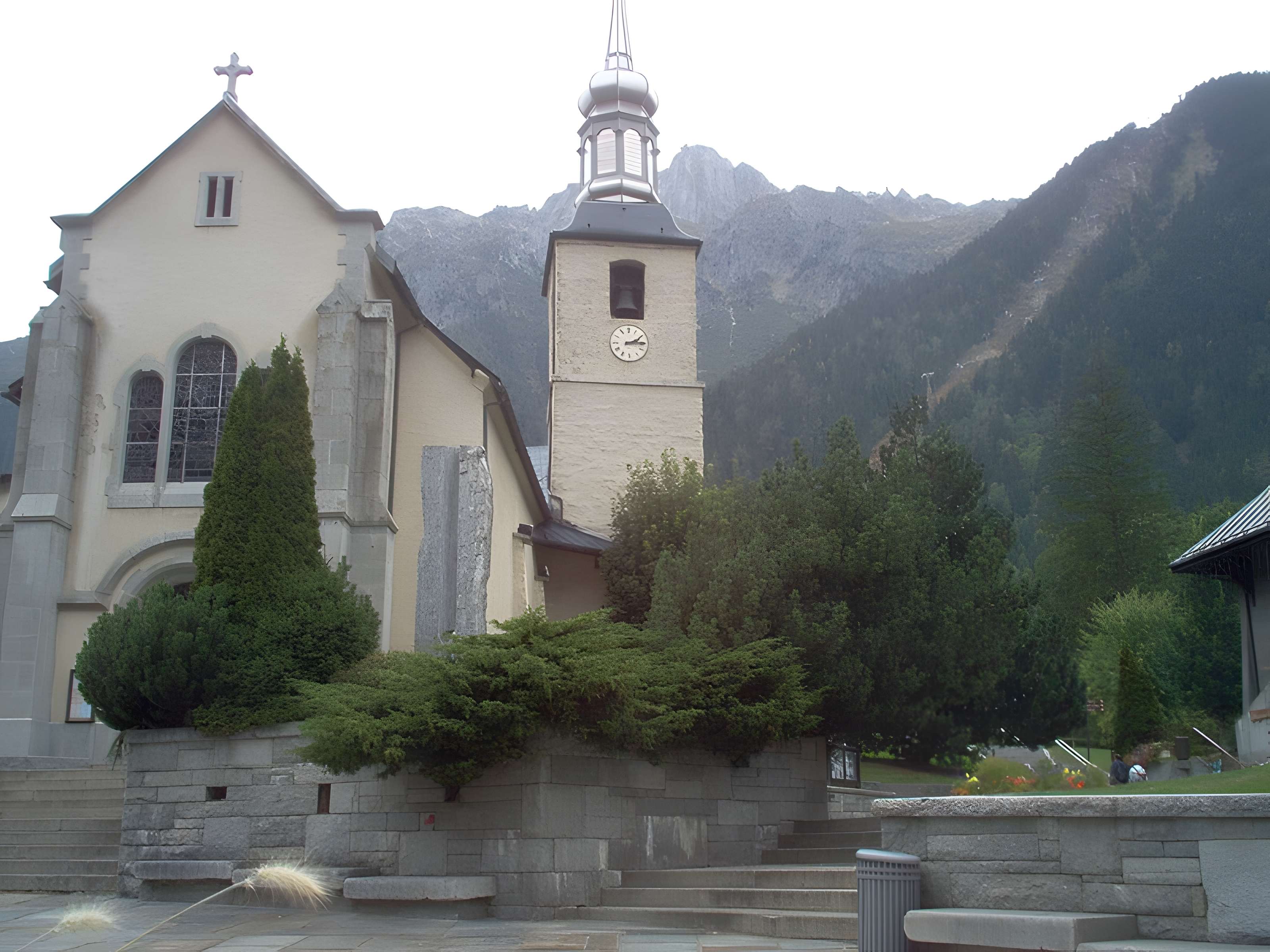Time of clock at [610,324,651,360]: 2:14
